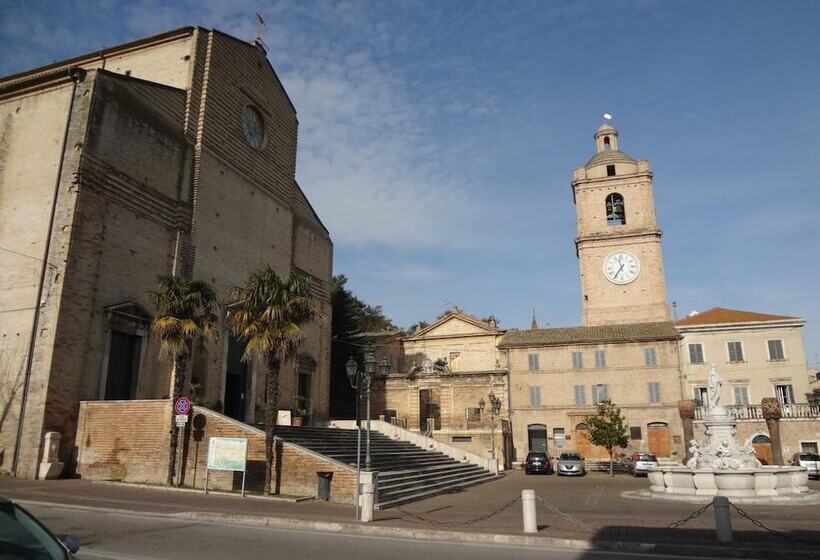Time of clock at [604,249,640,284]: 11:35
